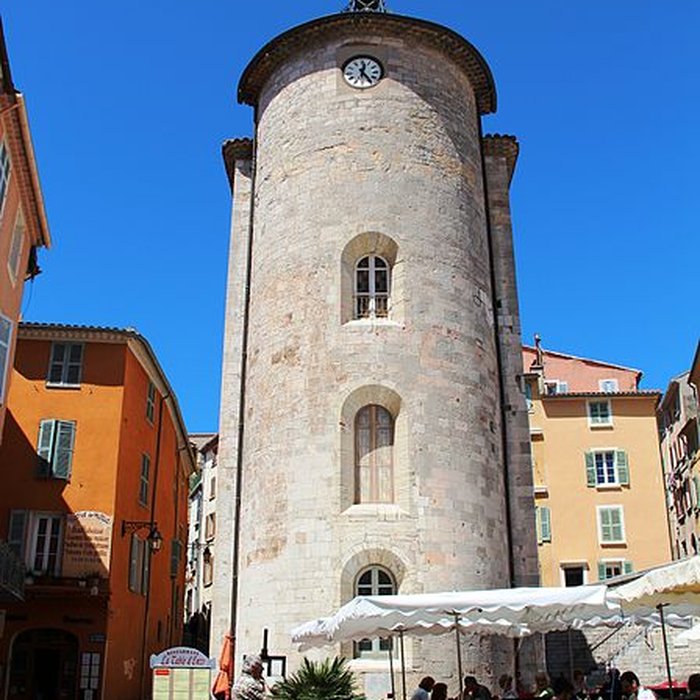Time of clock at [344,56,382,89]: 12:23
